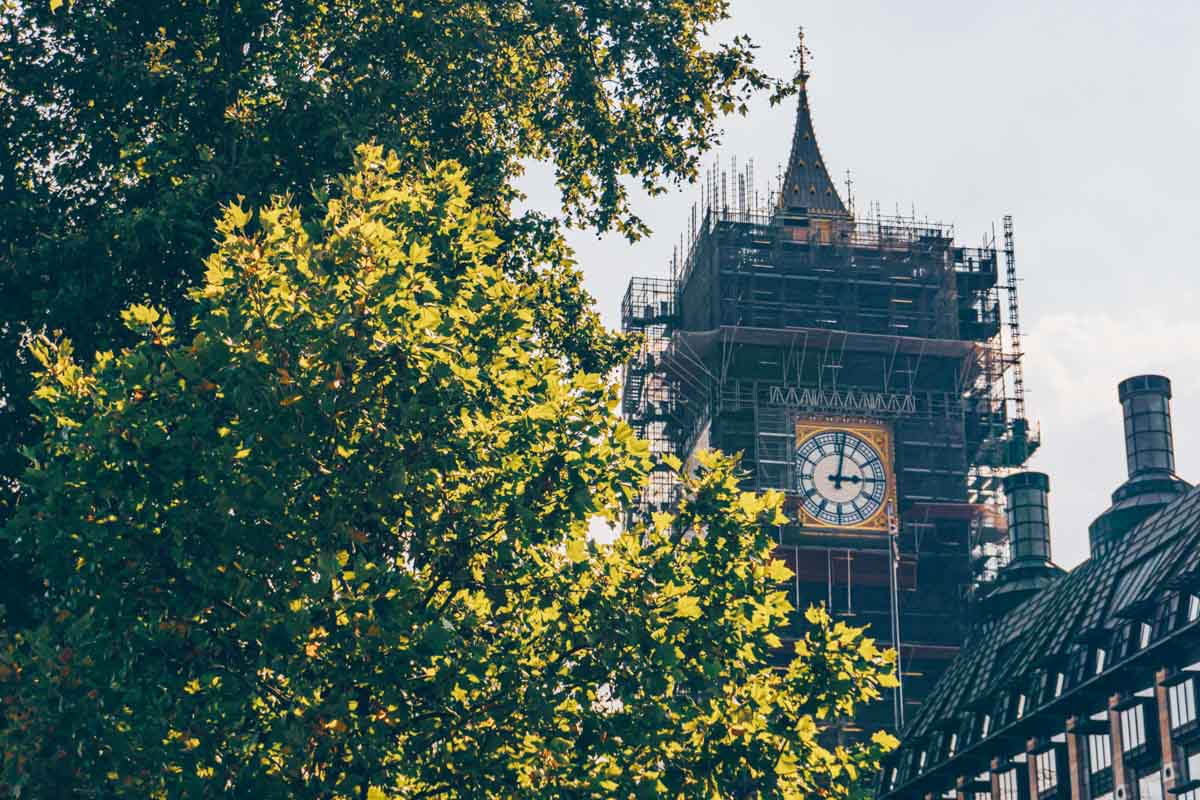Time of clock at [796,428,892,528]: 3:02
